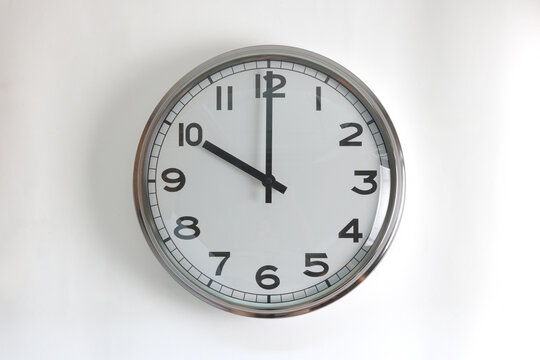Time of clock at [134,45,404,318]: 10:00
